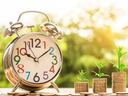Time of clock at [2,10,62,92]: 10:08
